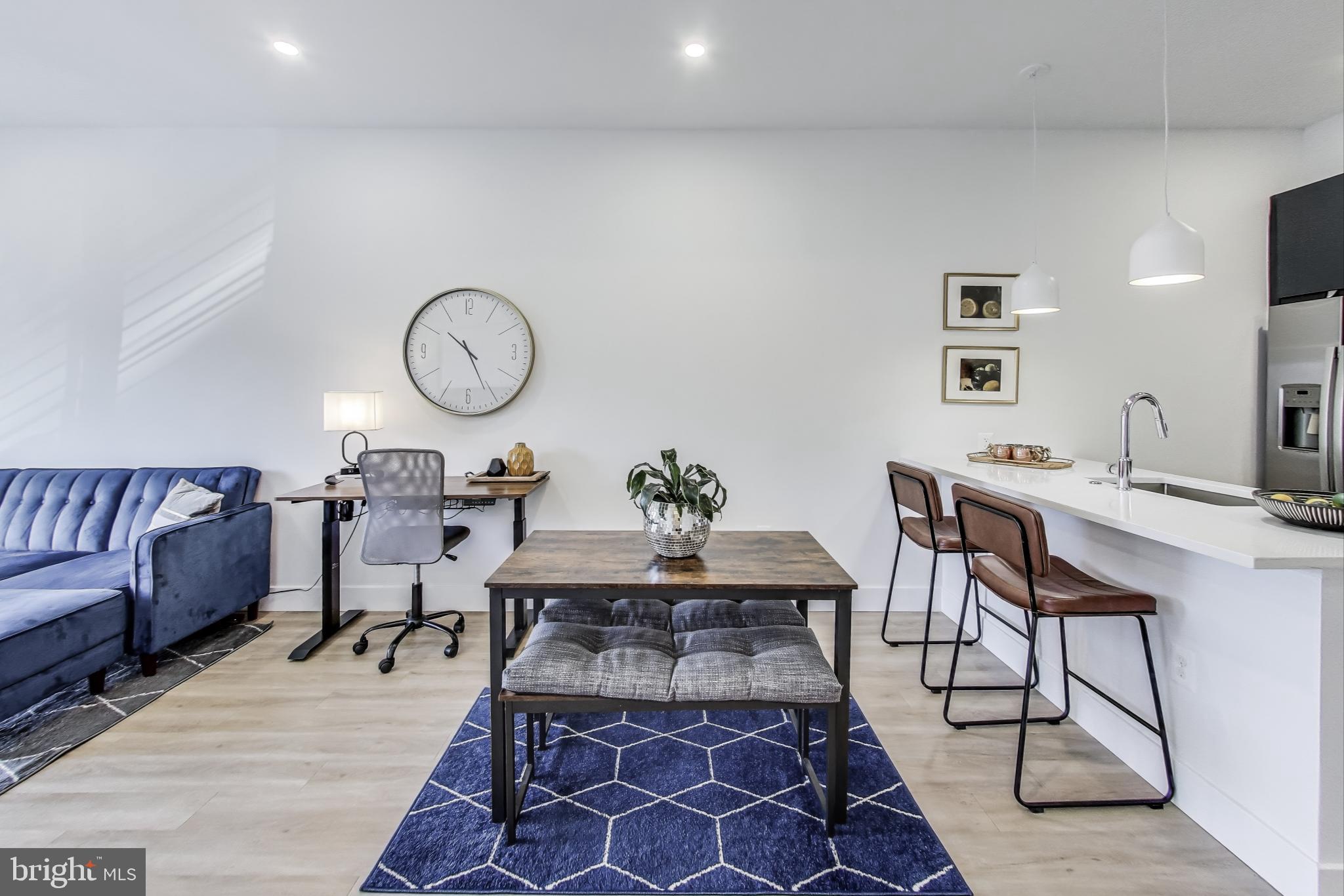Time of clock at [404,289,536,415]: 10:25
